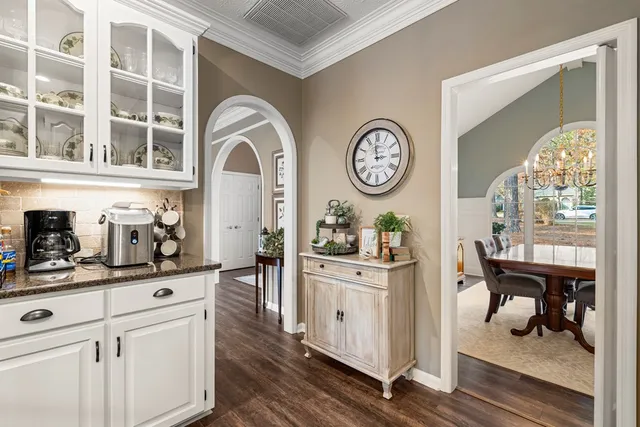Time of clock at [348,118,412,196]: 2:58
